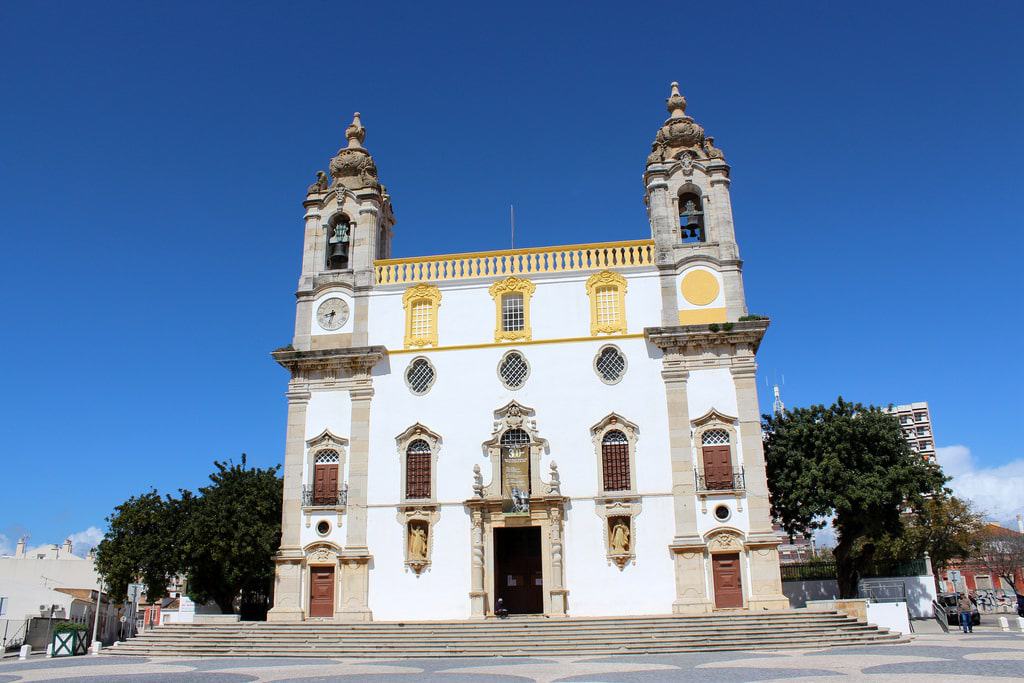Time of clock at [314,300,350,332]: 8:32
